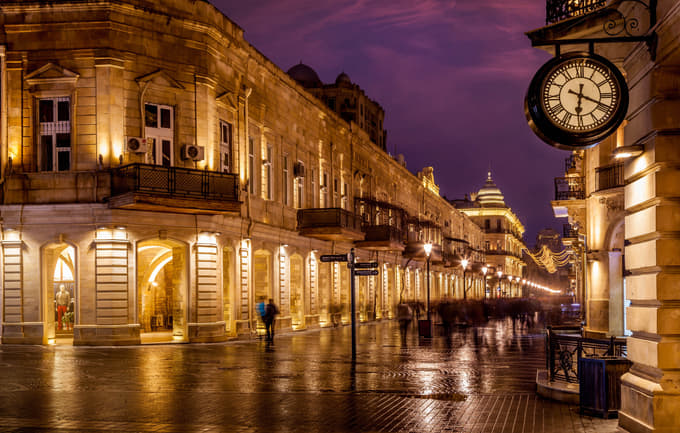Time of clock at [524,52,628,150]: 6:18
